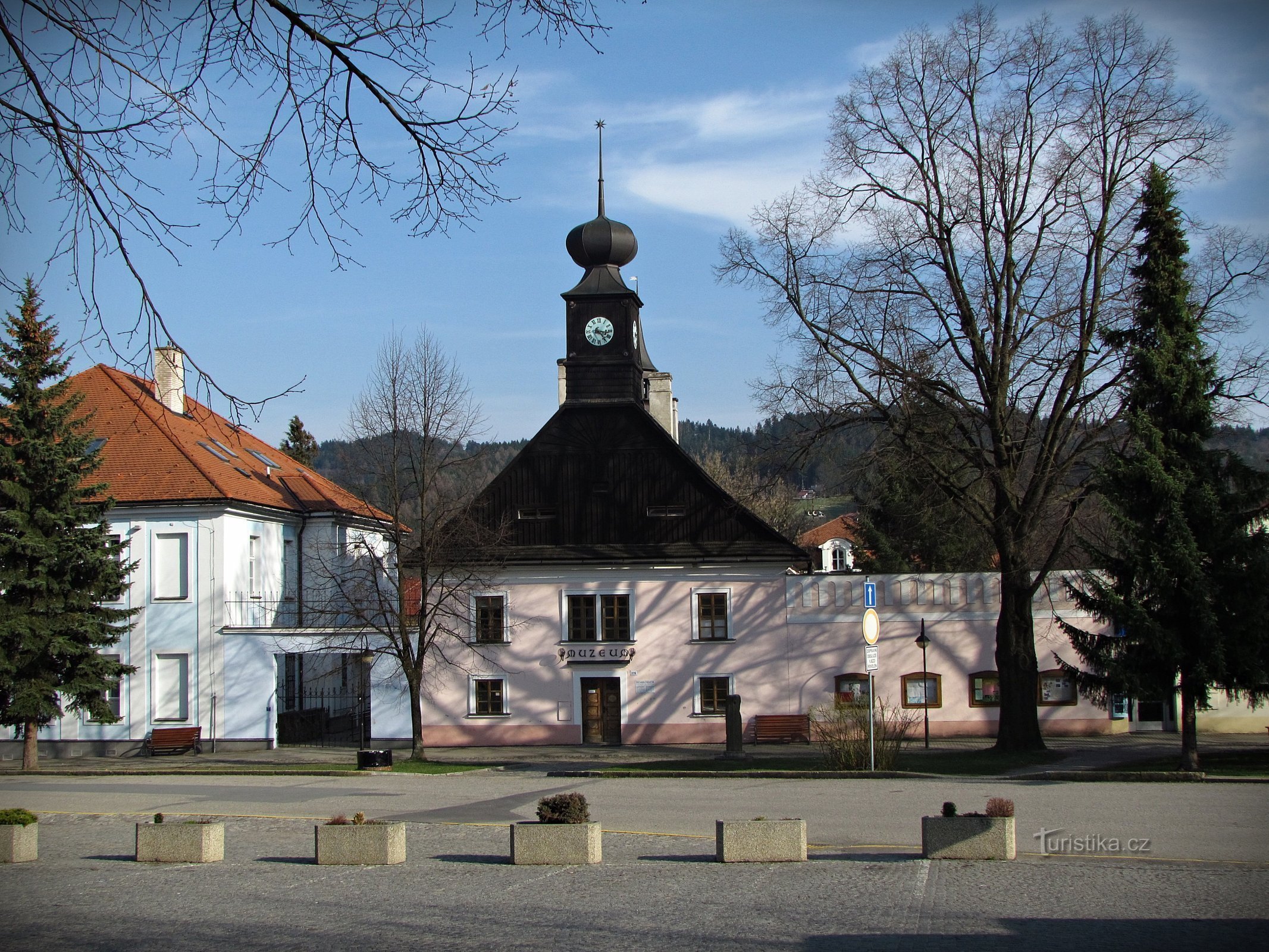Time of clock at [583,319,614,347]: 3:23
